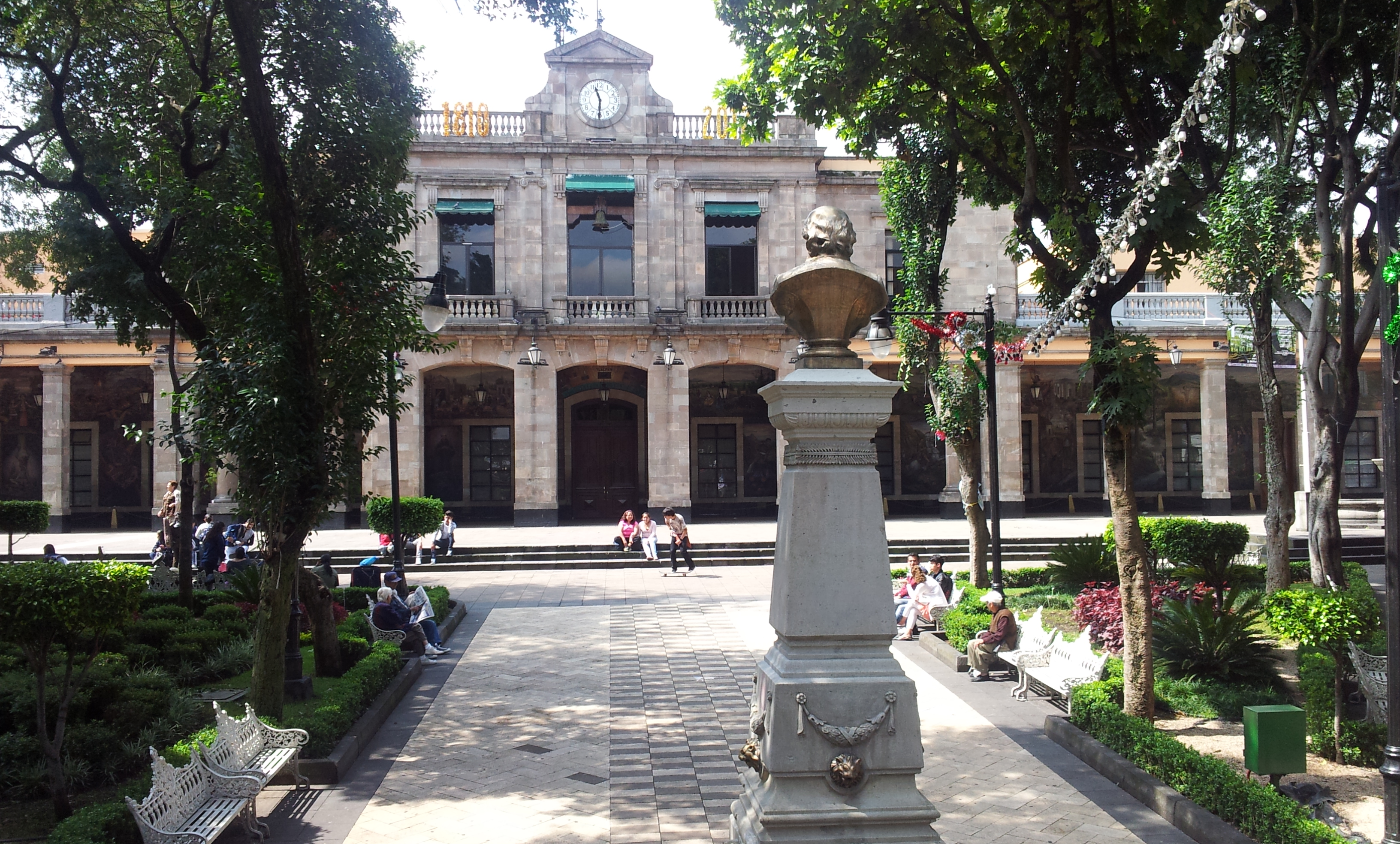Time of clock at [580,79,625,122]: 11:30
